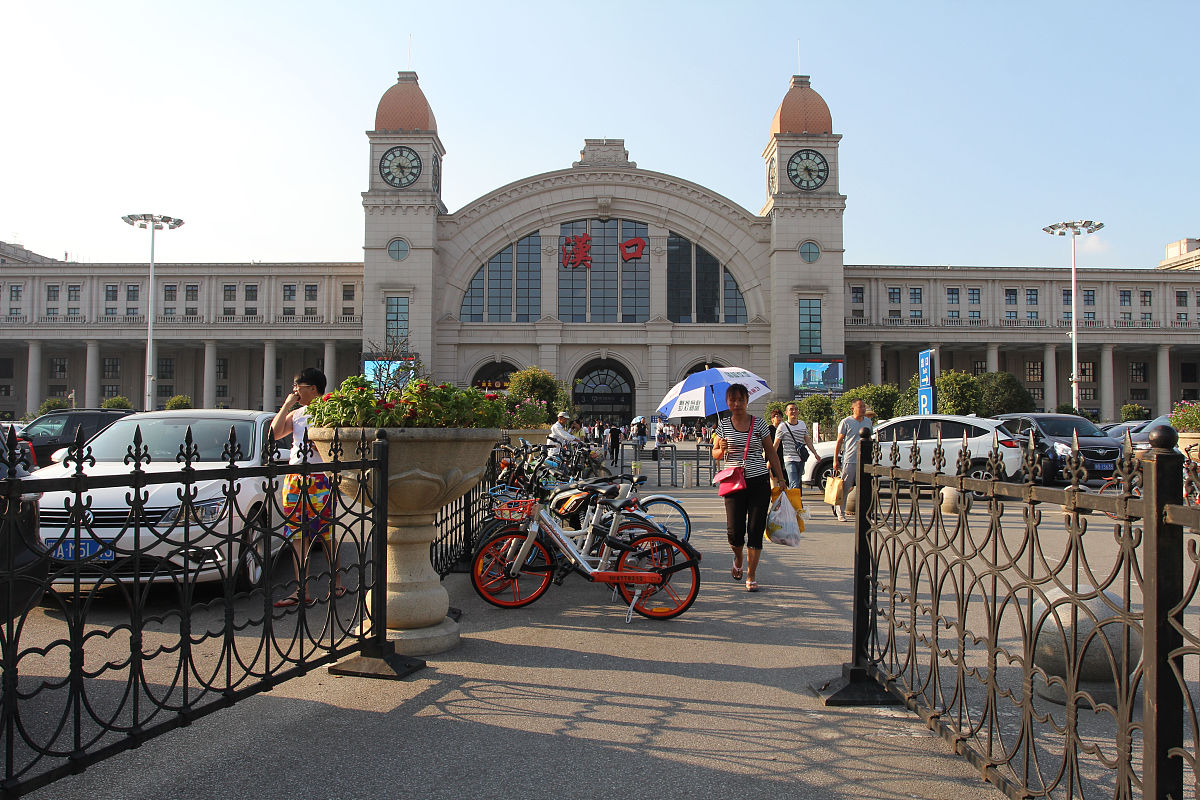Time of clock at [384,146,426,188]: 5:15
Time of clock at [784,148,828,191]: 5:15
